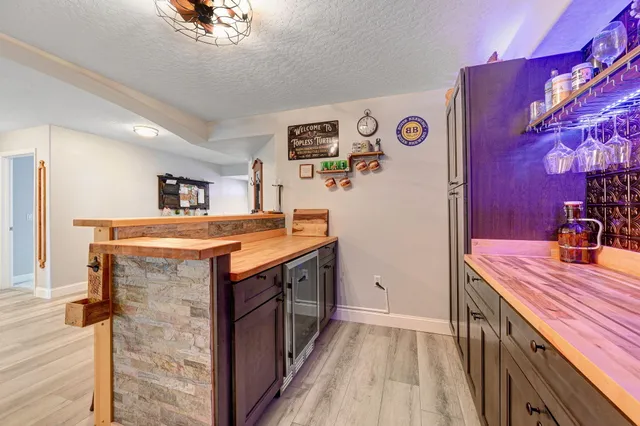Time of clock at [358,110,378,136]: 11:46
